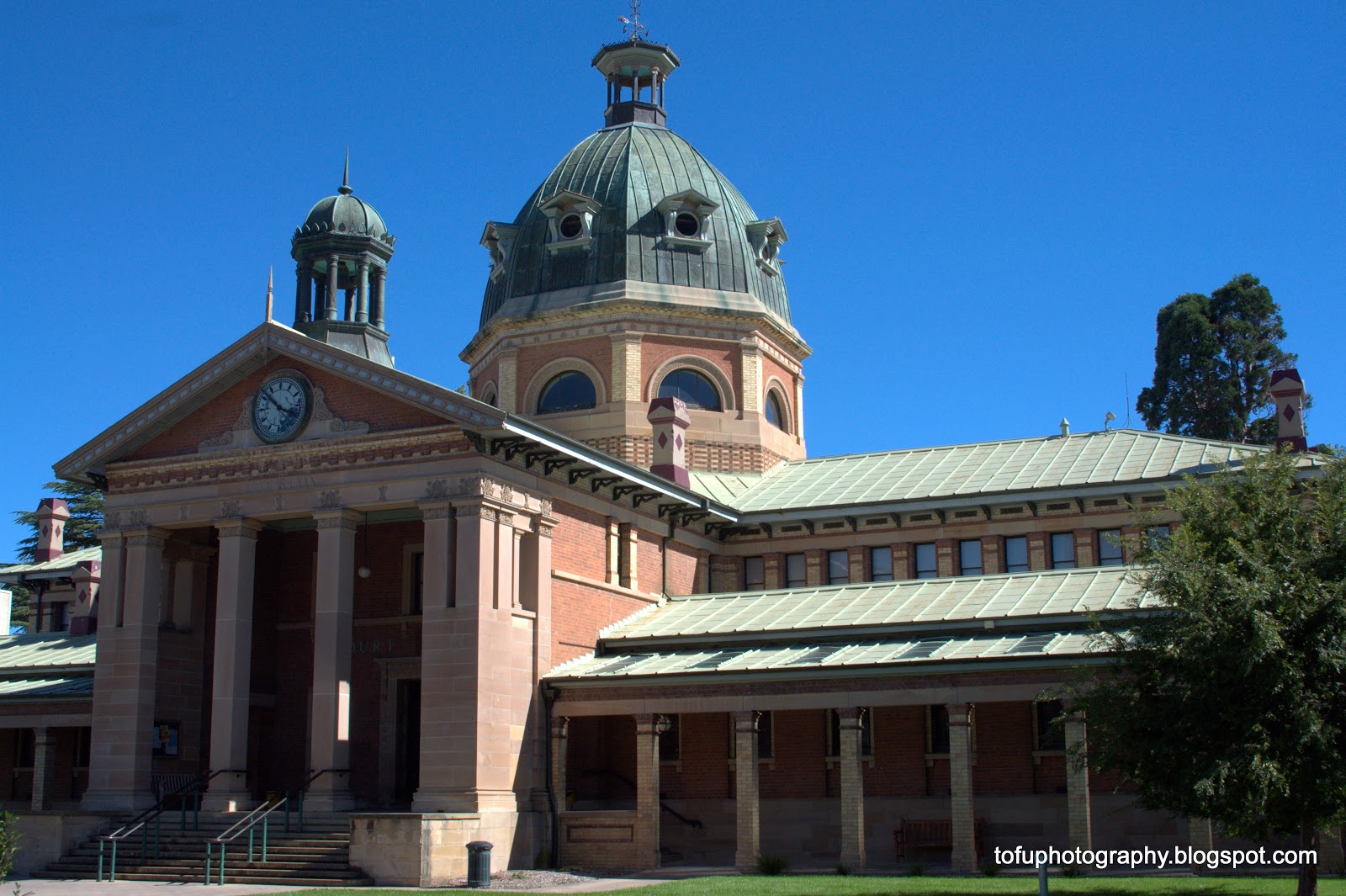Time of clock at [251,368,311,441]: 3:52
